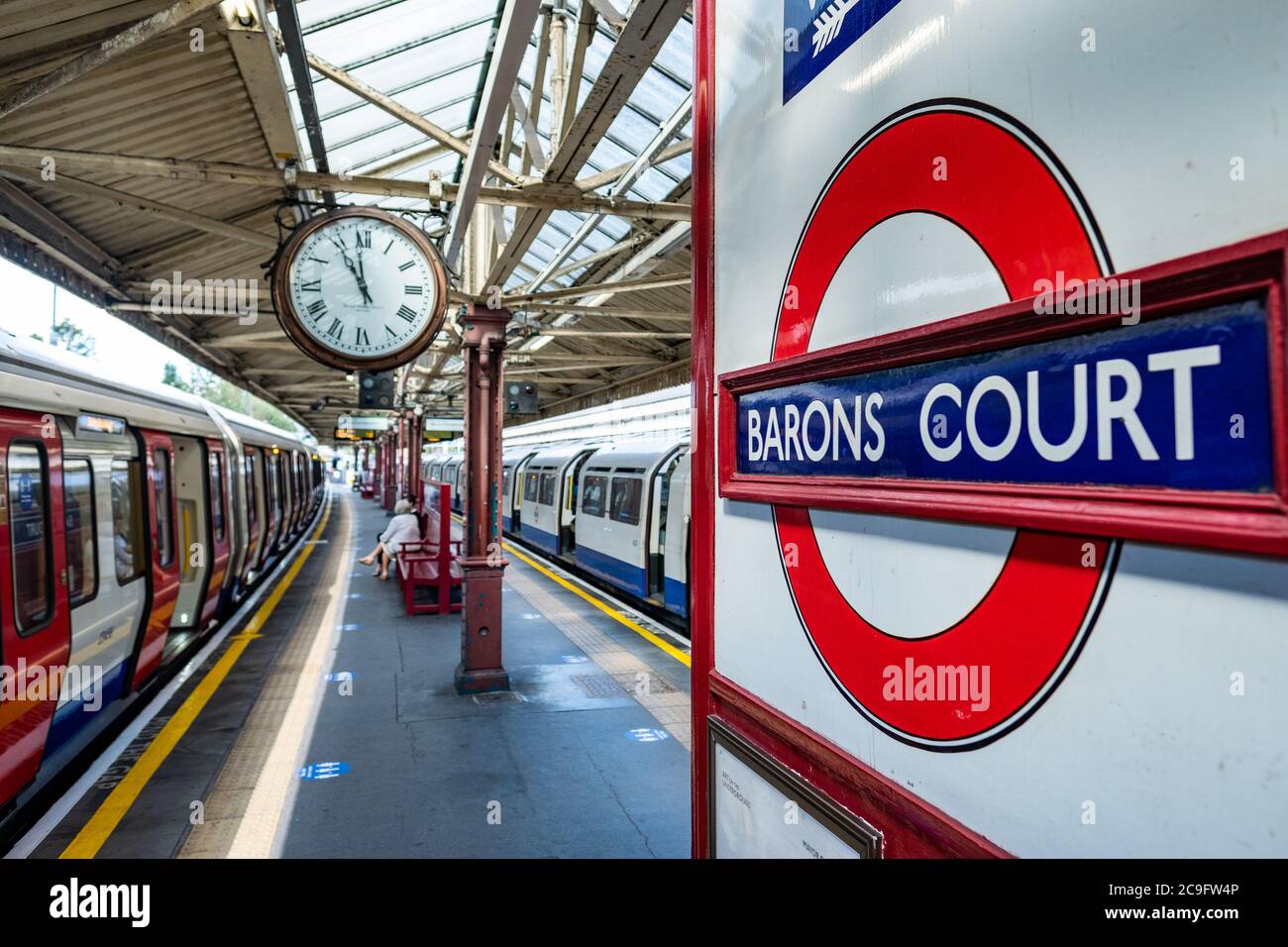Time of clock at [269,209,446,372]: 10:58
